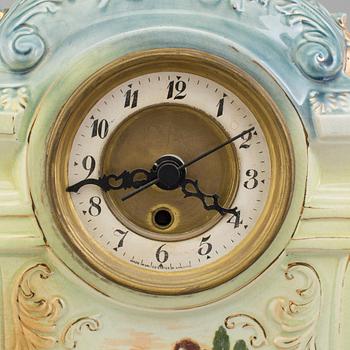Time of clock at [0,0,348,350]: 3:43
